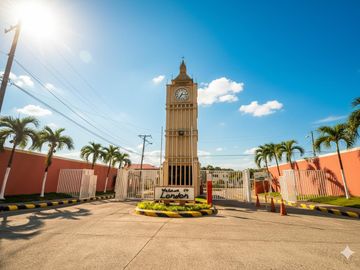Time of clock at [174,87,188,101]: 7:15
